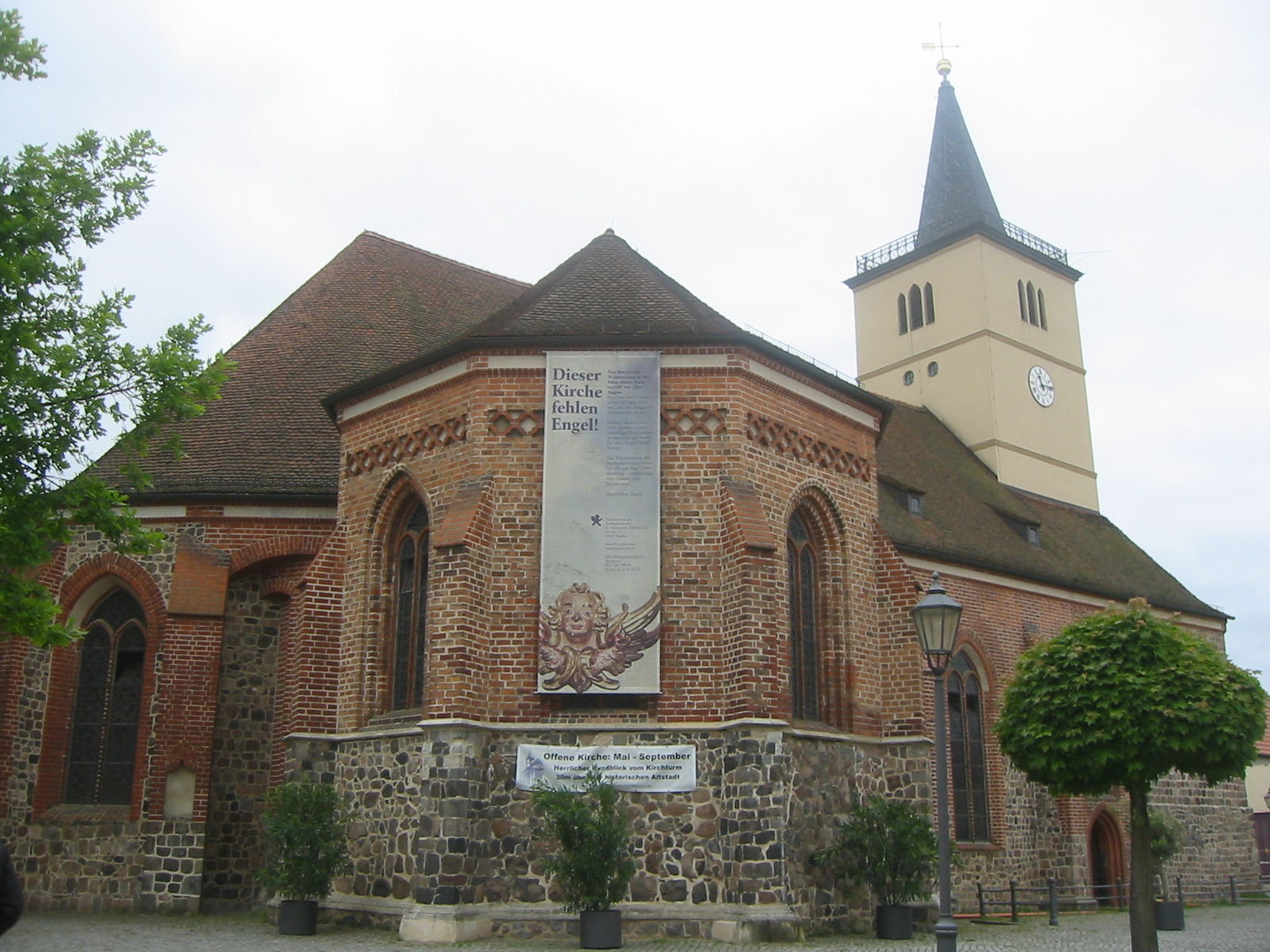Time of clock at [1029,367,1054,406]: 11:13
